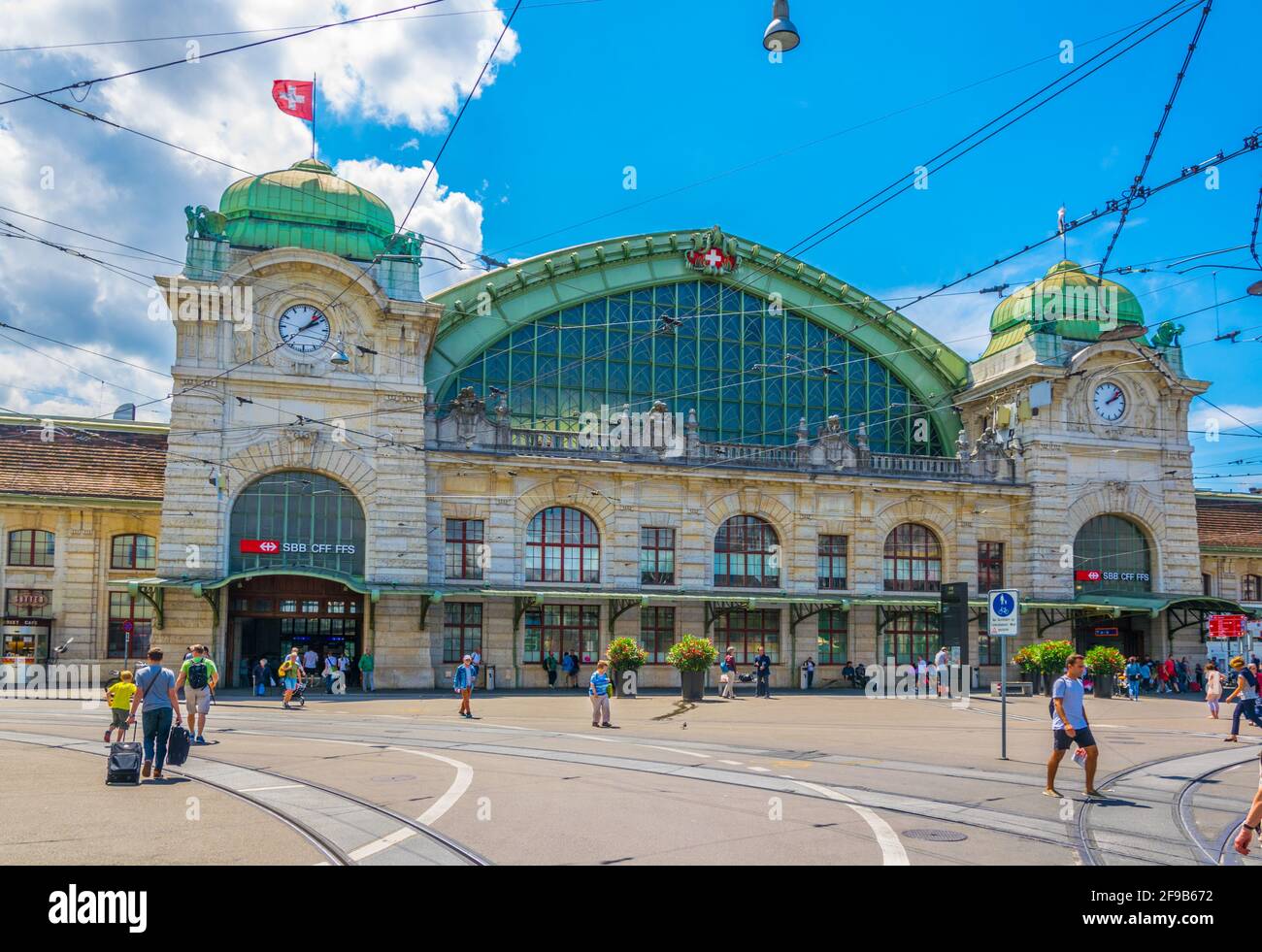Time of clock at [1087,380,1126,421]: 2:08
